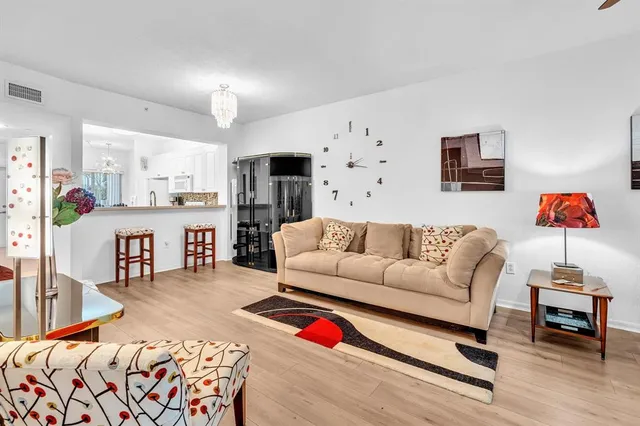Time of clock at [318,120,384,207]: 2:16
